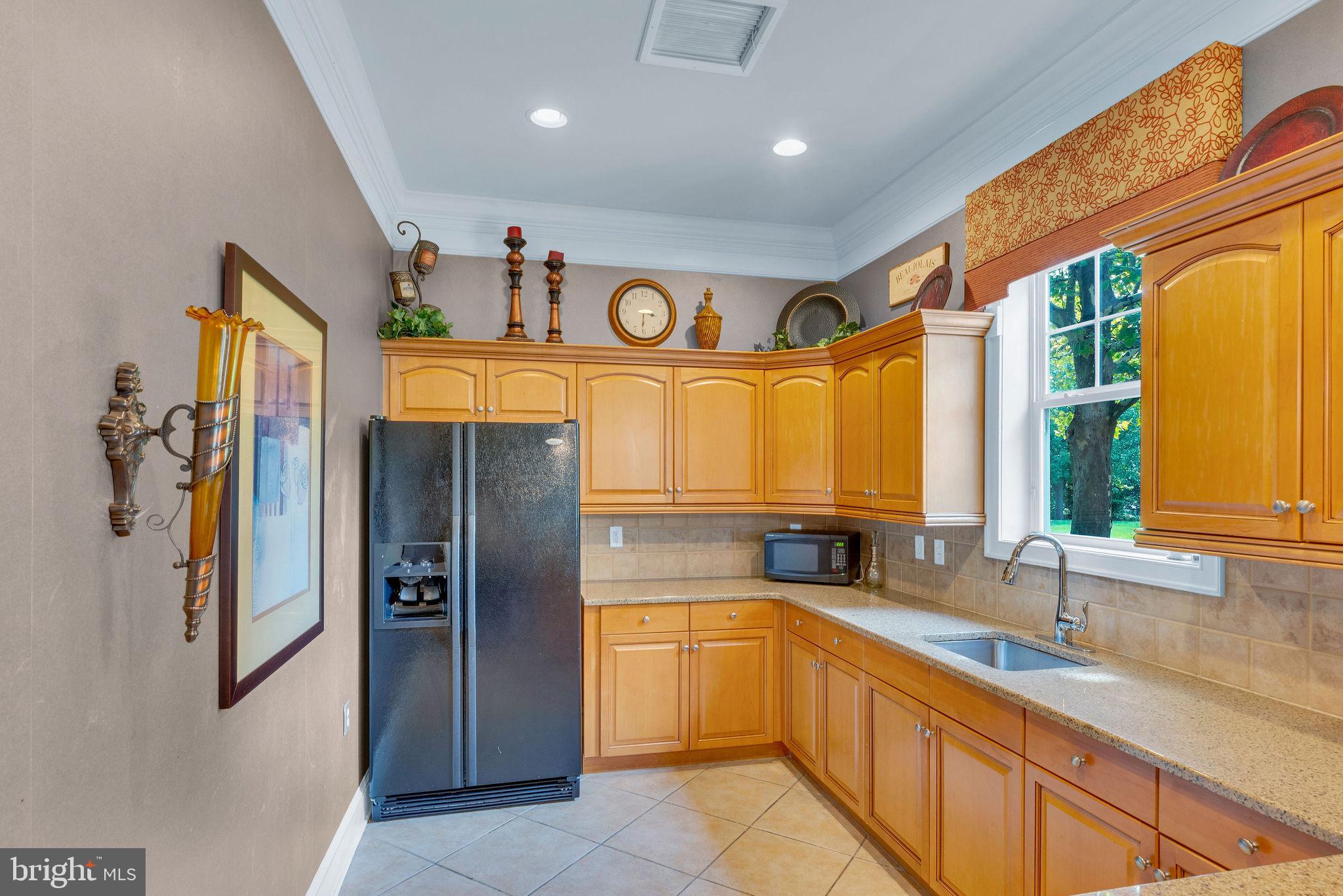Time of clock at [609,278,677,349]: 3:30
